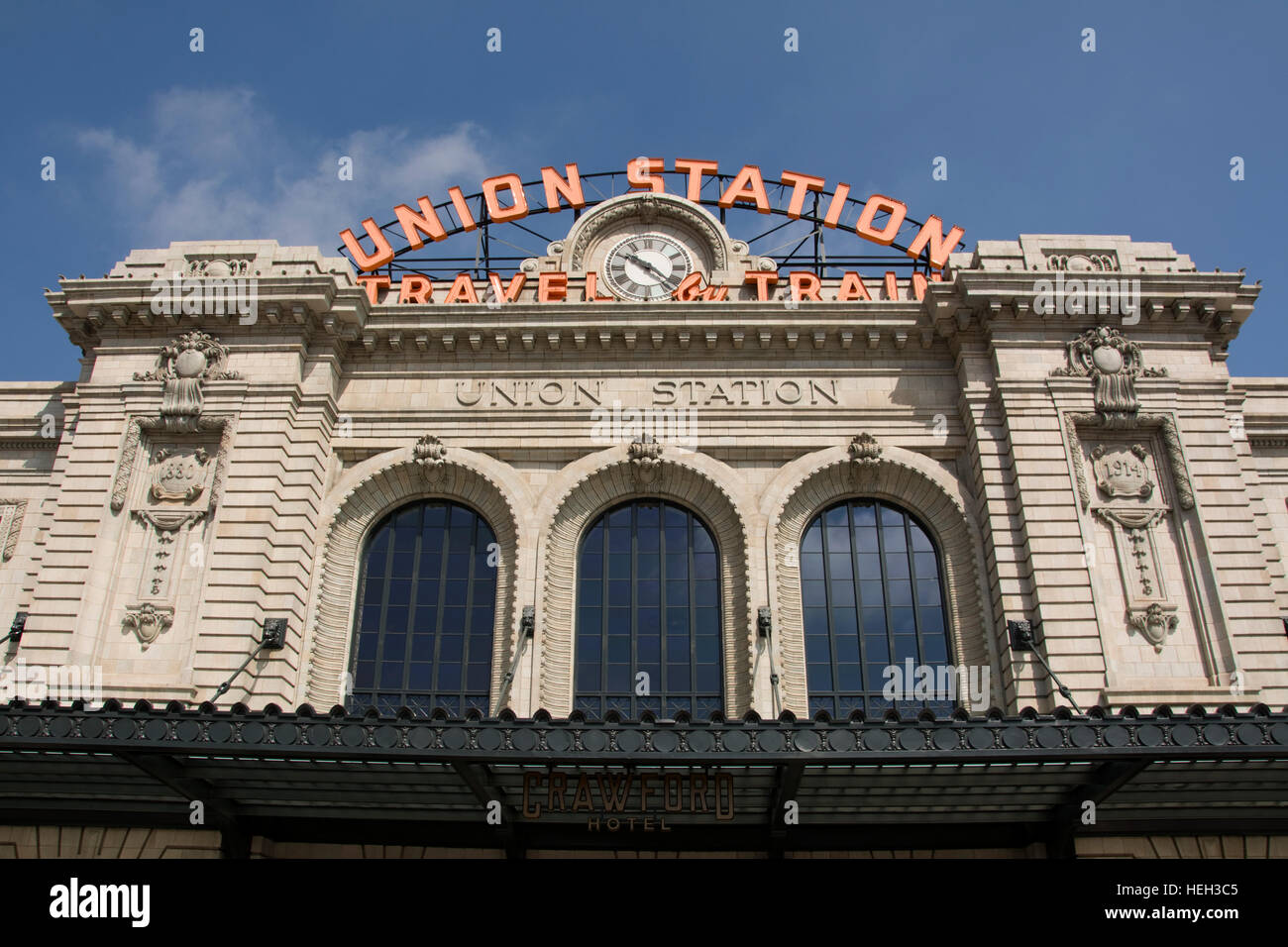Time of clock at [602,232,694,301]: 10:22
